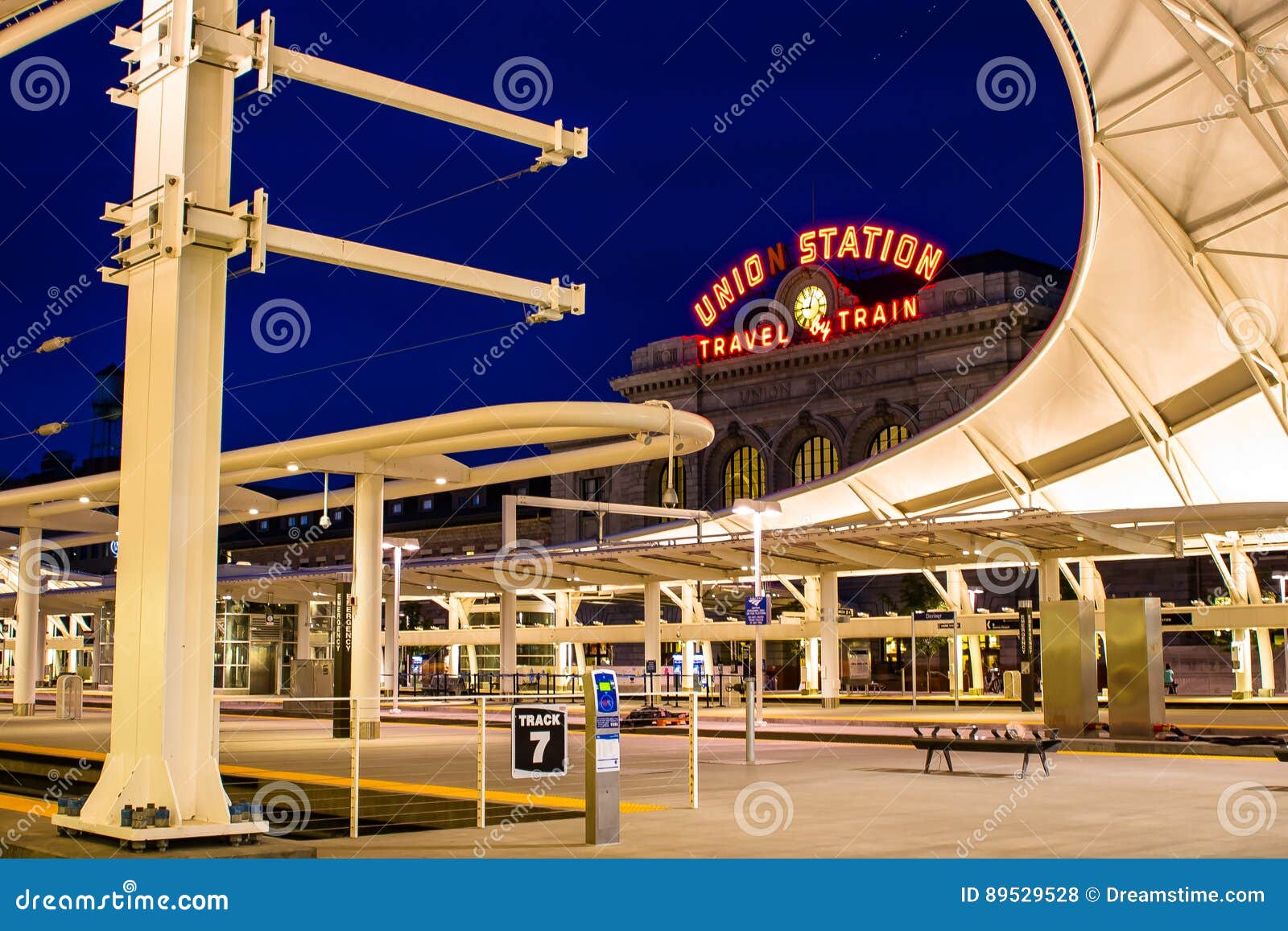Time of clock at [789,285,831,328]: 9:02
